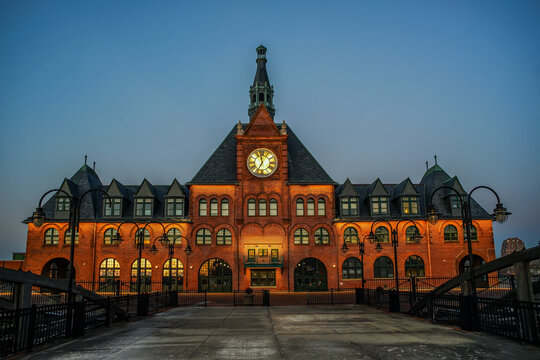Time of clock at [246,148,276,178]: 6:58
